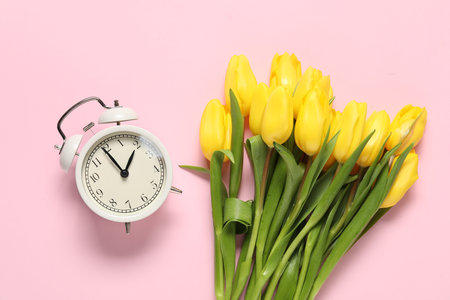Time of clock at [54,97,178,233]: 12:54
